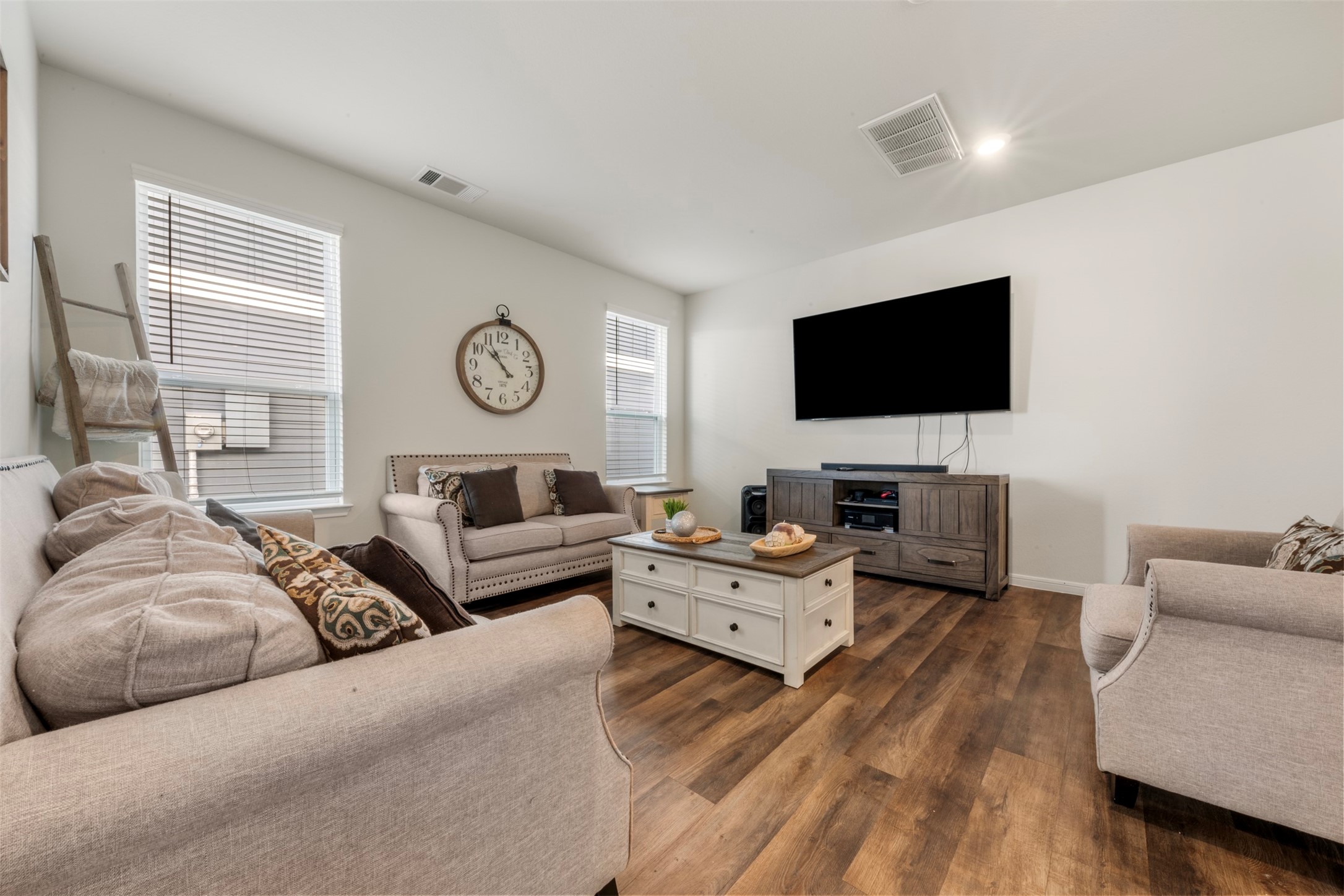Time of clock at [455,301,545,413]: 10:51
